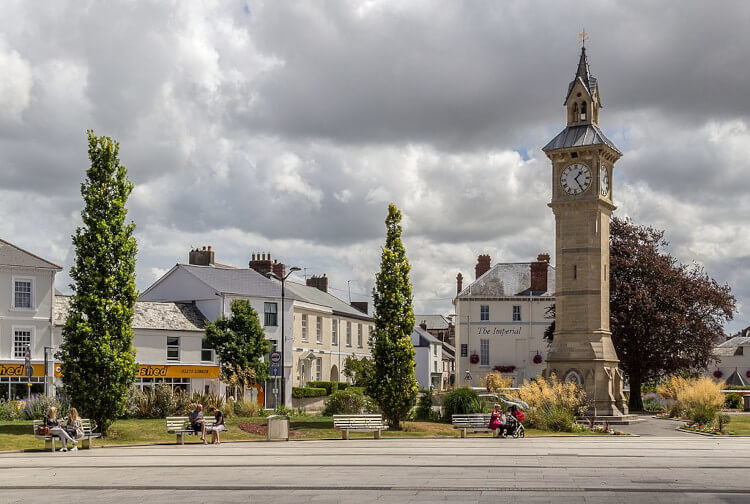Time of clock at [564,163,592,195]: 1:24
